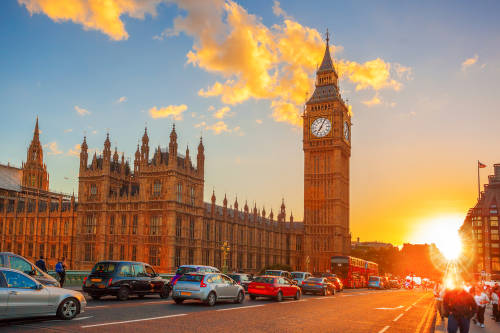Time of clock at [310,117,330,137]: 7:04
